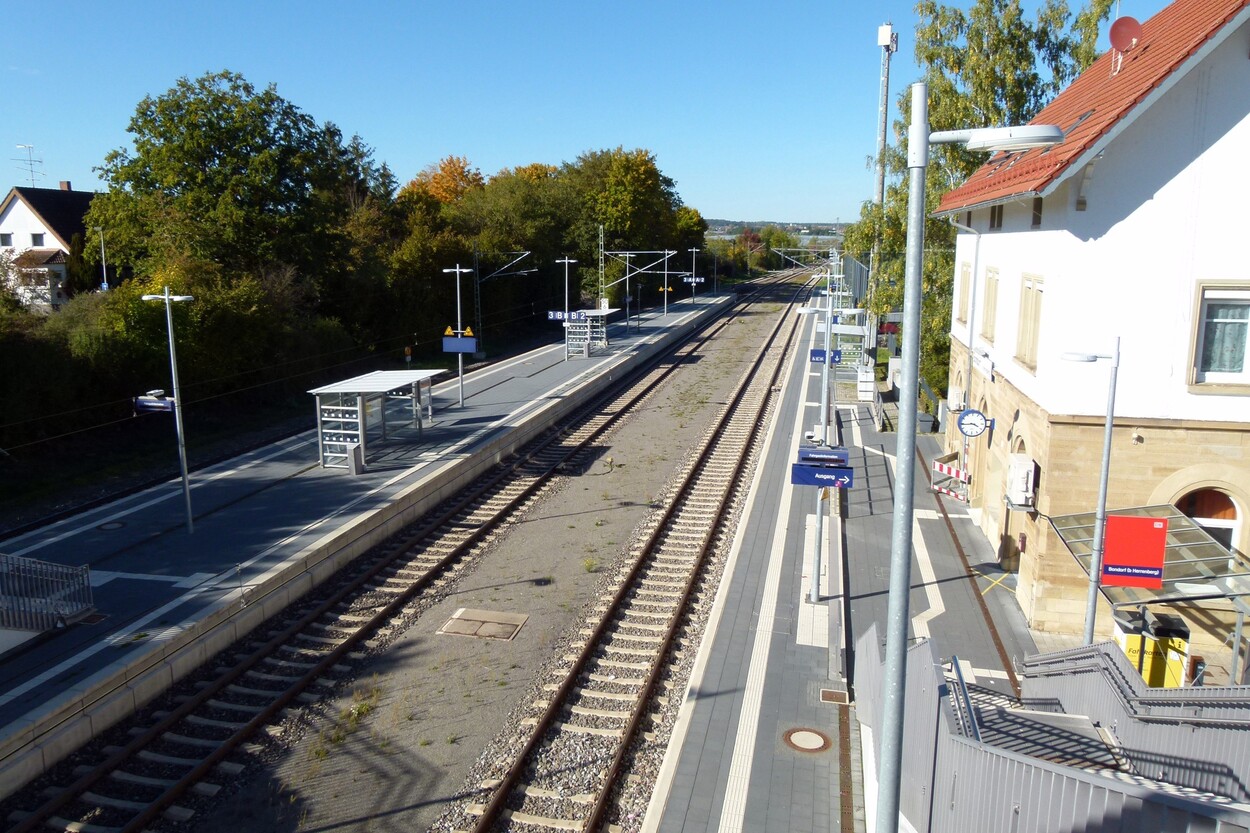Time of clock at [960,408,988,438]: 3:44
